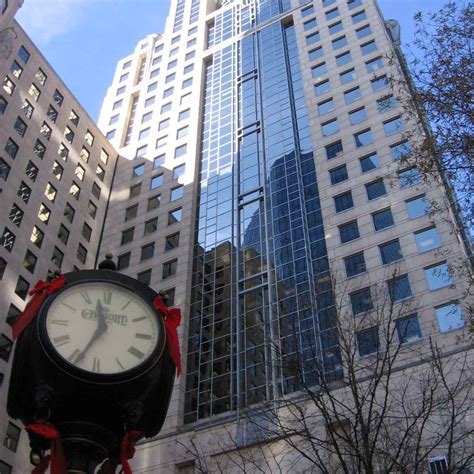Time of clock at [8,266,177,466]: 11:34
